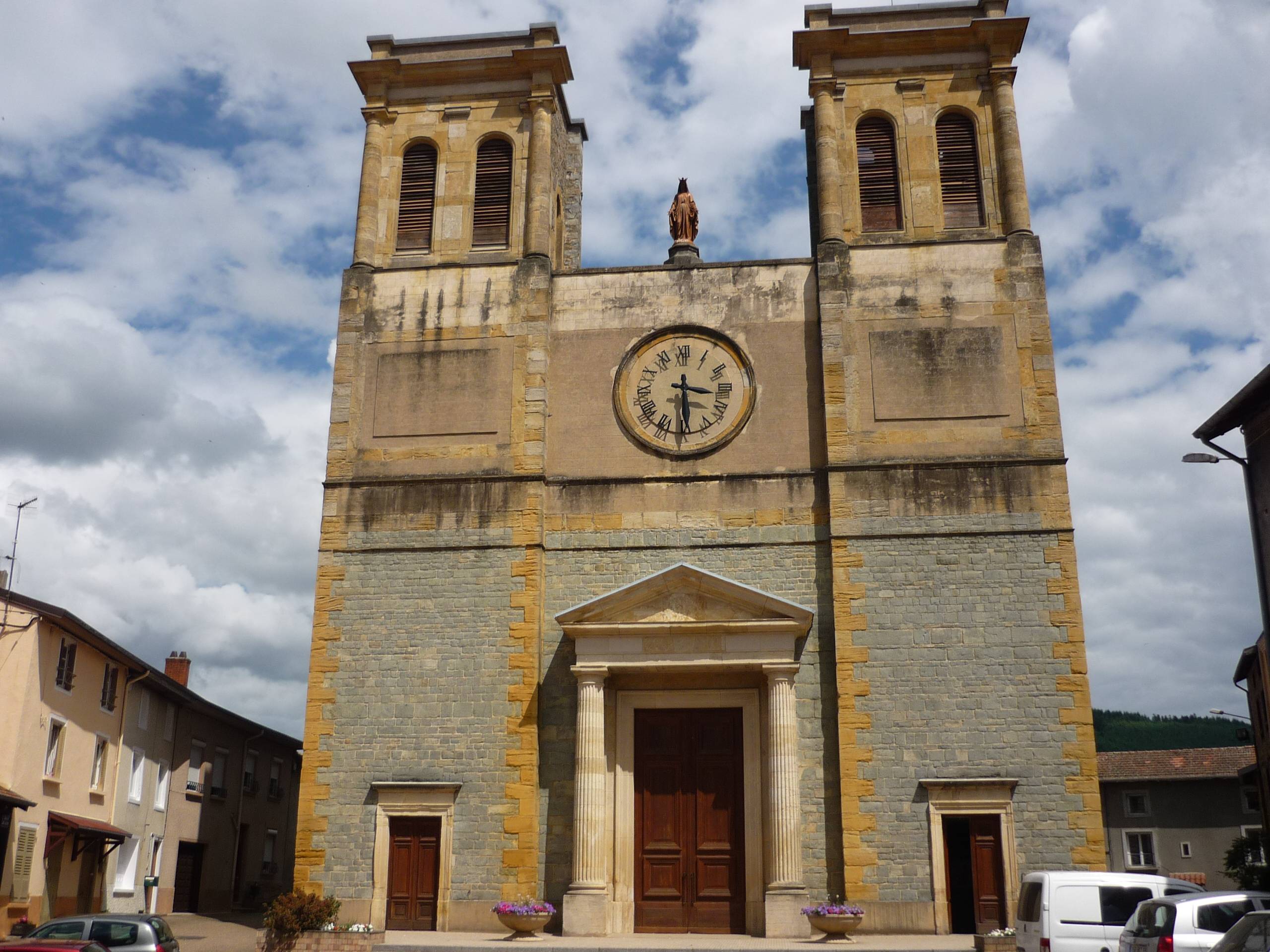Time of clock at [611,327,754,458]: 3:29
